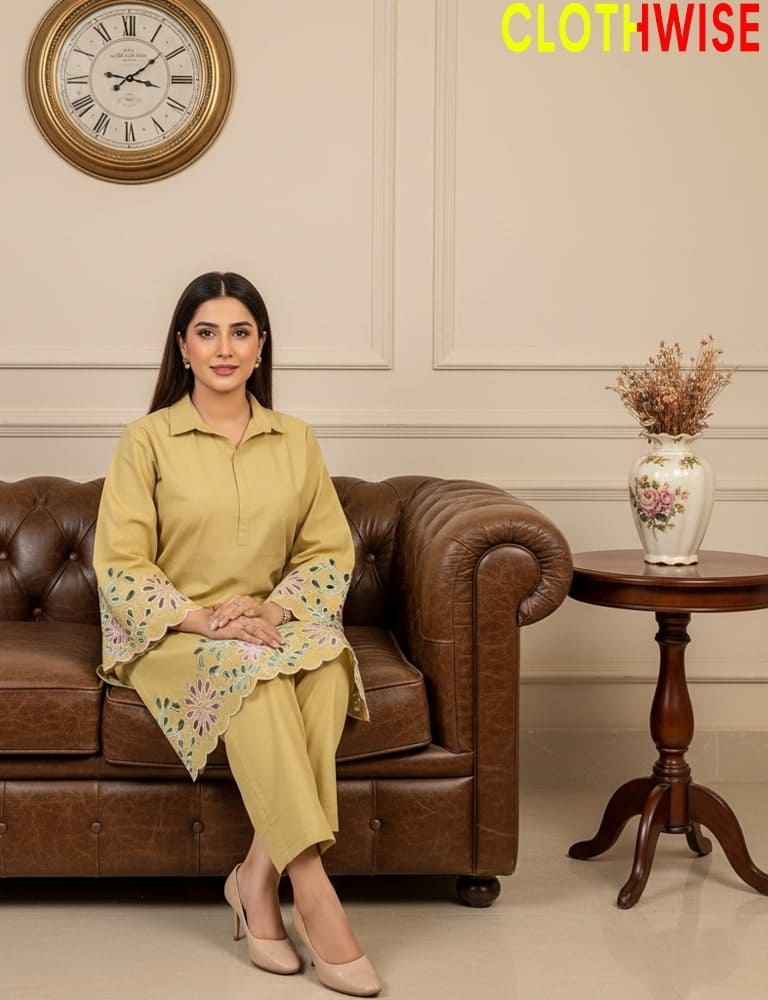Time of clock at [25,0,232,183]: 3:09
